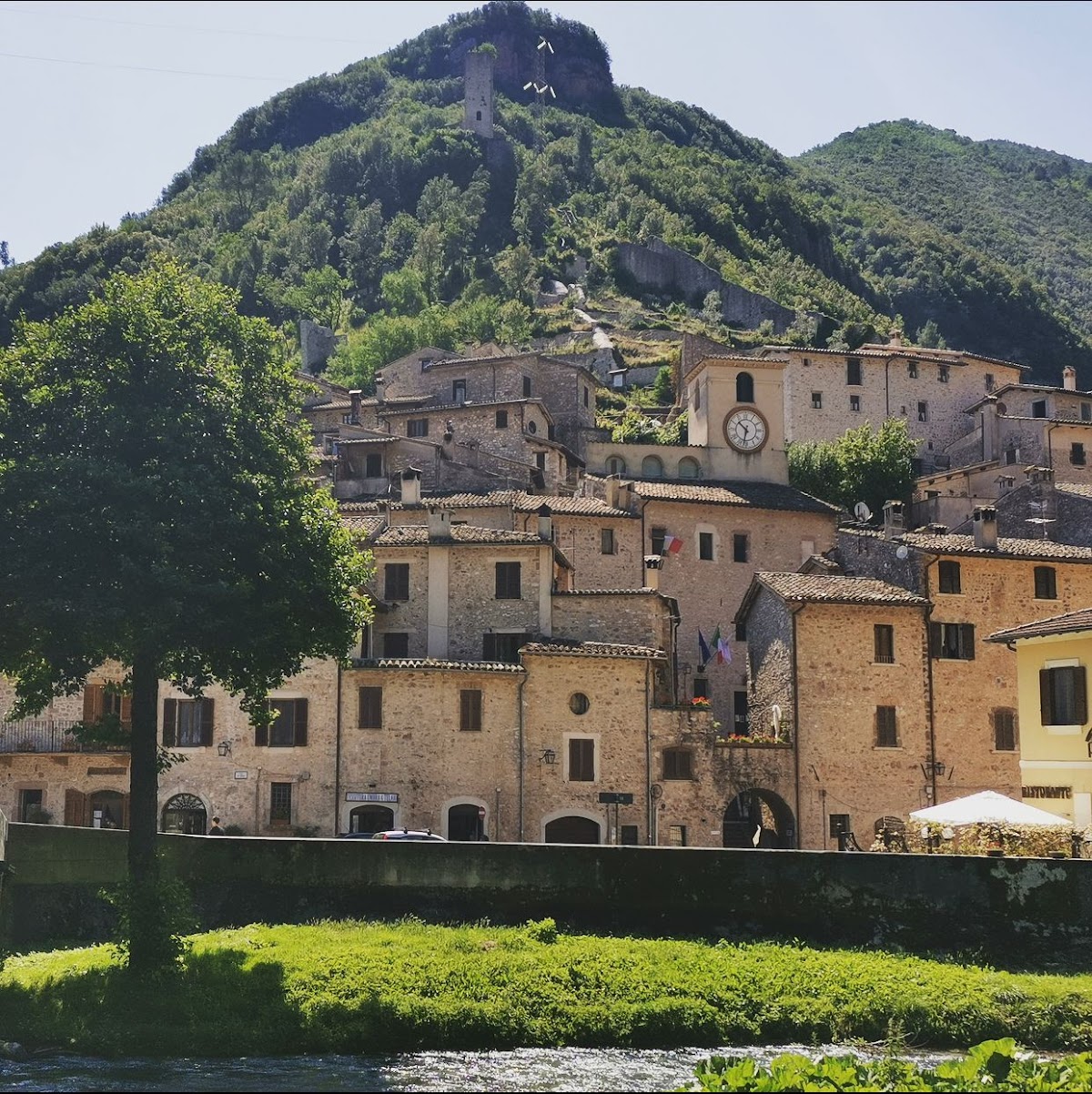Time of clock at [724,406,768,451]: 10:32
